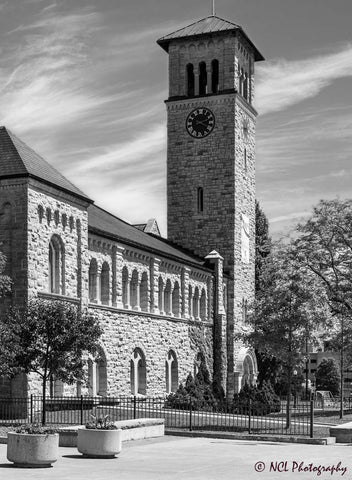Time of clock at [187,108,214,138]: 2:18
